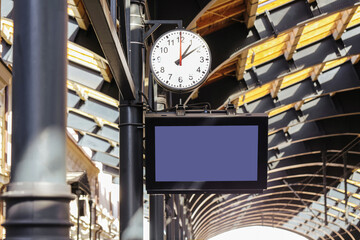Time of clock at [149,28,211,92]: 1:09
